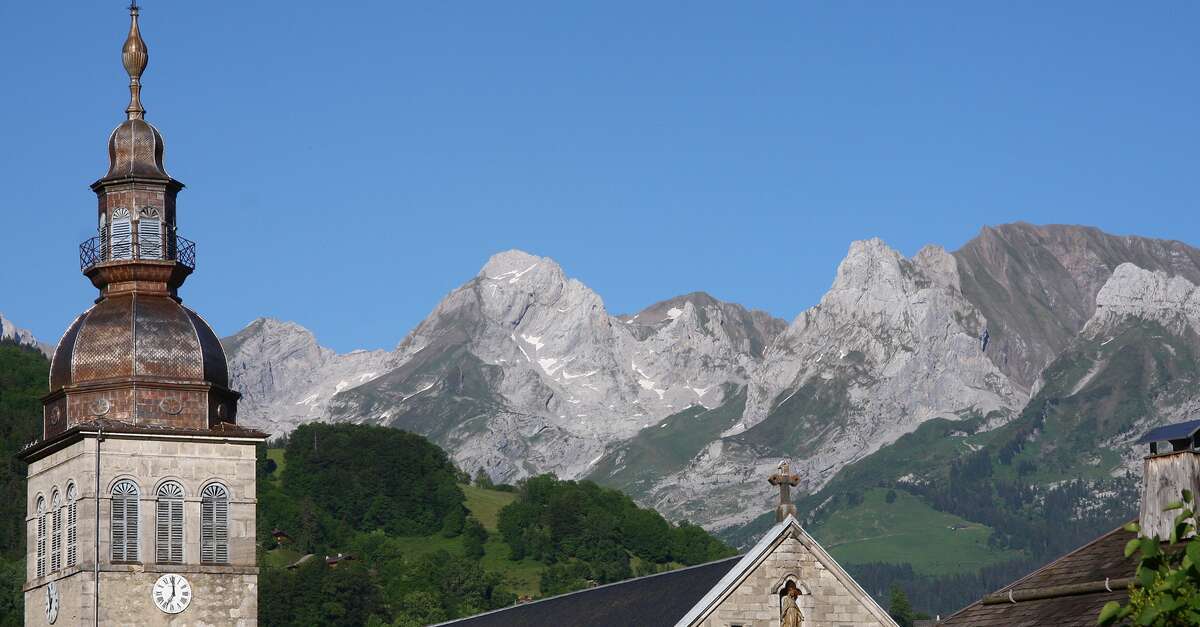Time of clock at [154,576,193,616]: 7:00
